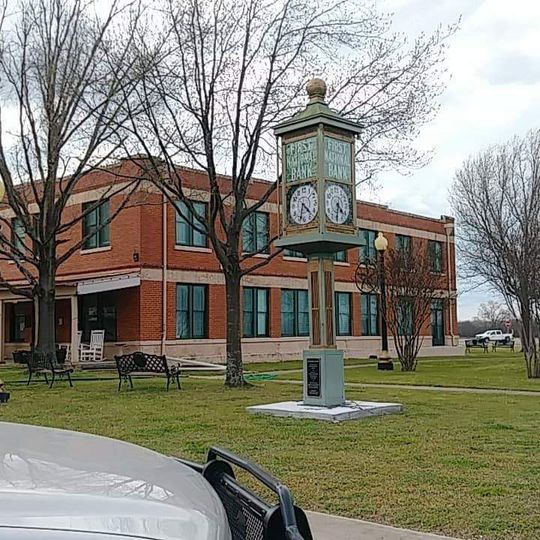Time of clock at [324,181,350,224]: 4:31
